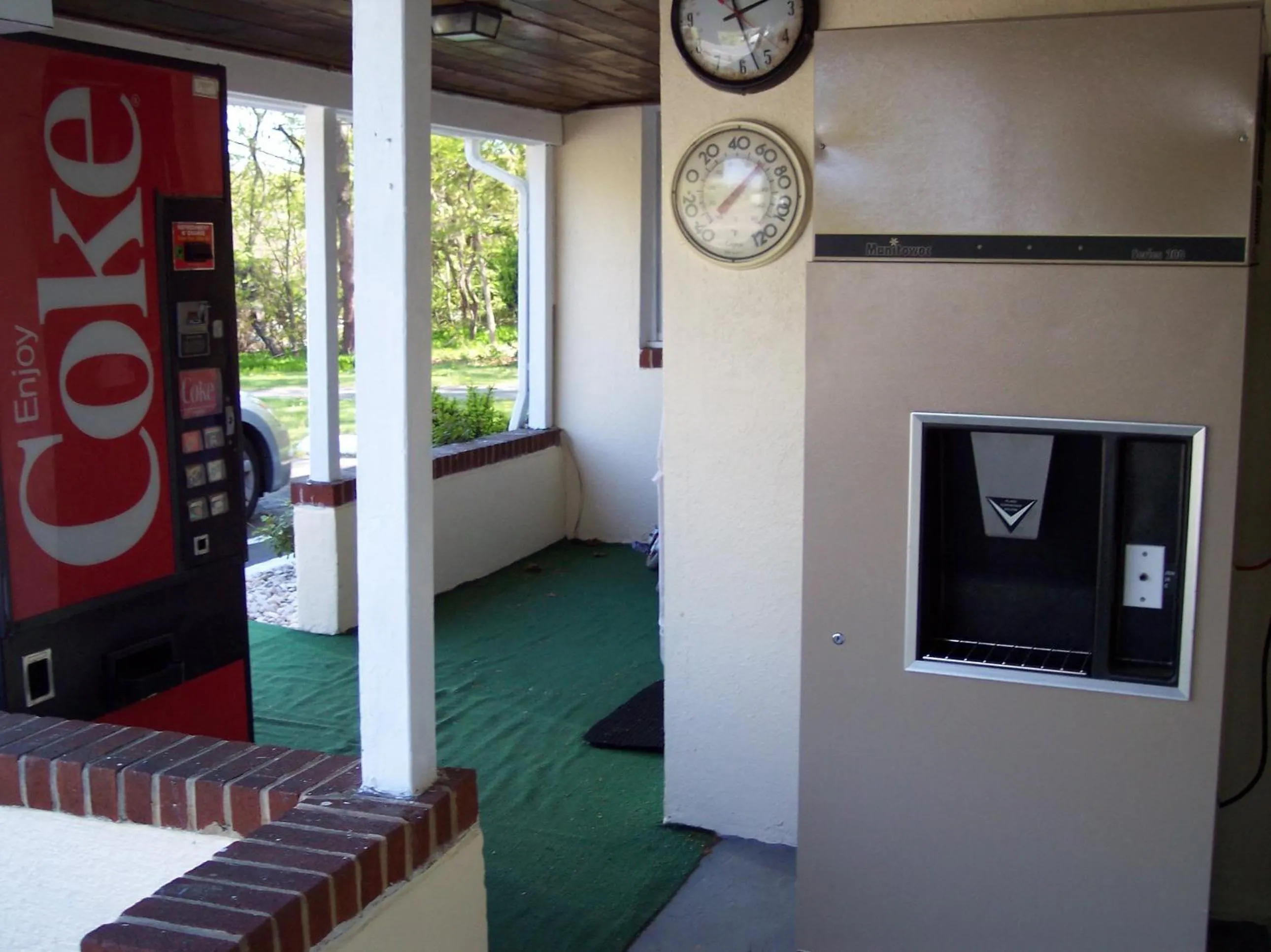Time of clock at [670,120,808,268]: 8:07
